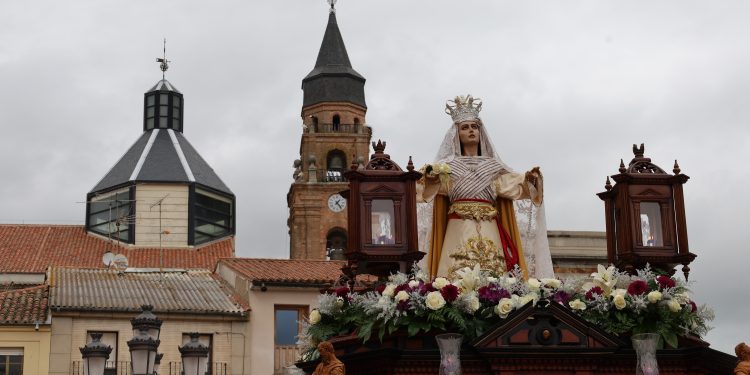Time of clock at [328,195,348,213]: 1:23
